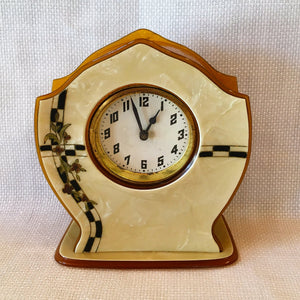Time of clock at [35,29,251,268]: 12:57
